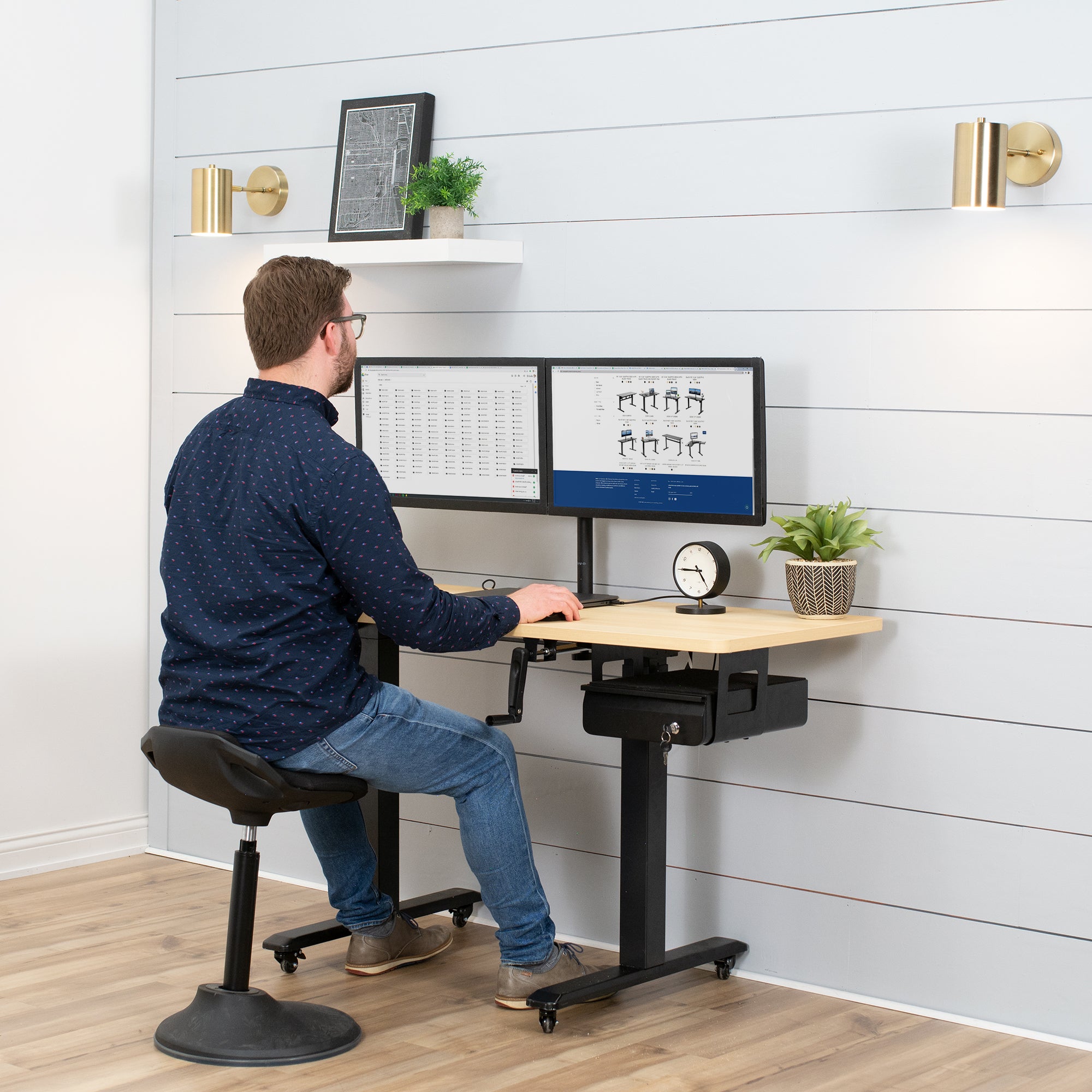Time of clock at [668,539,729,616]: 4:45
